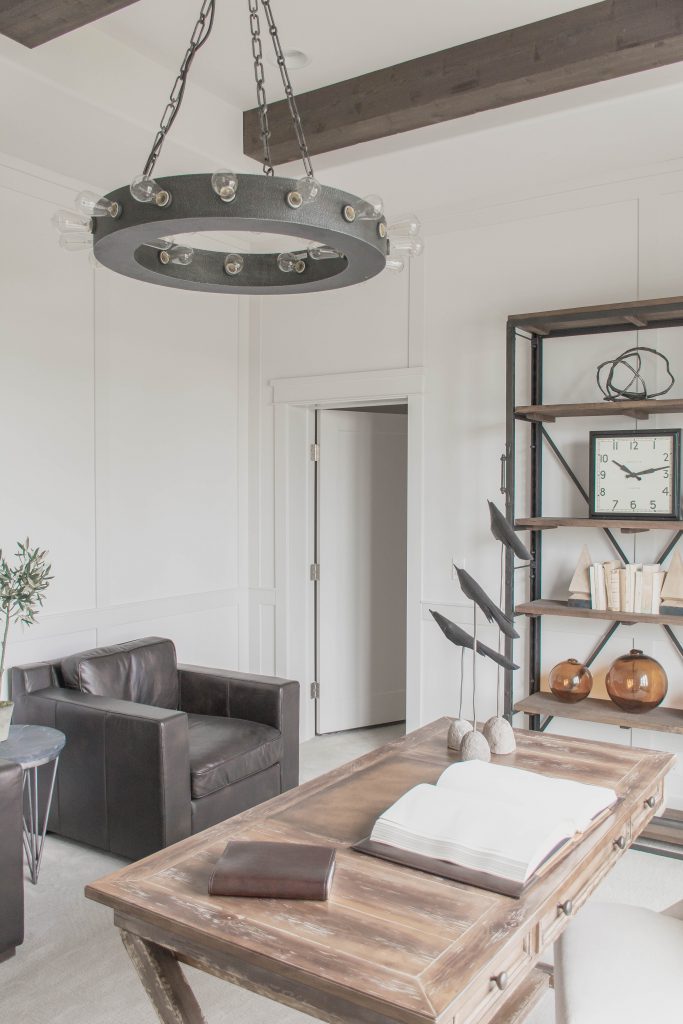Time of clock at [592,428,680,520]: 10:12
